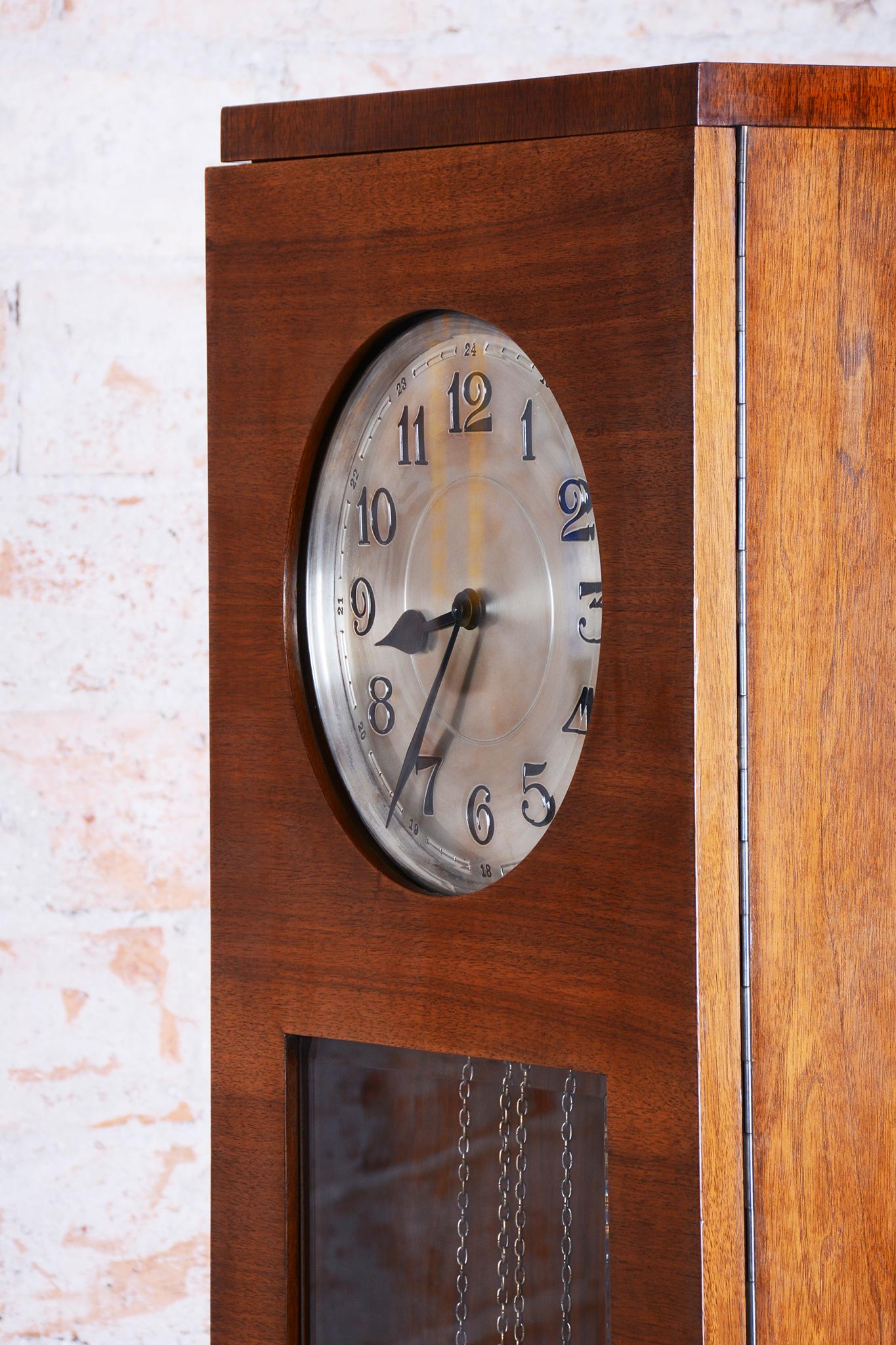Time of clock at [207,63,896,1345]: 8:36
